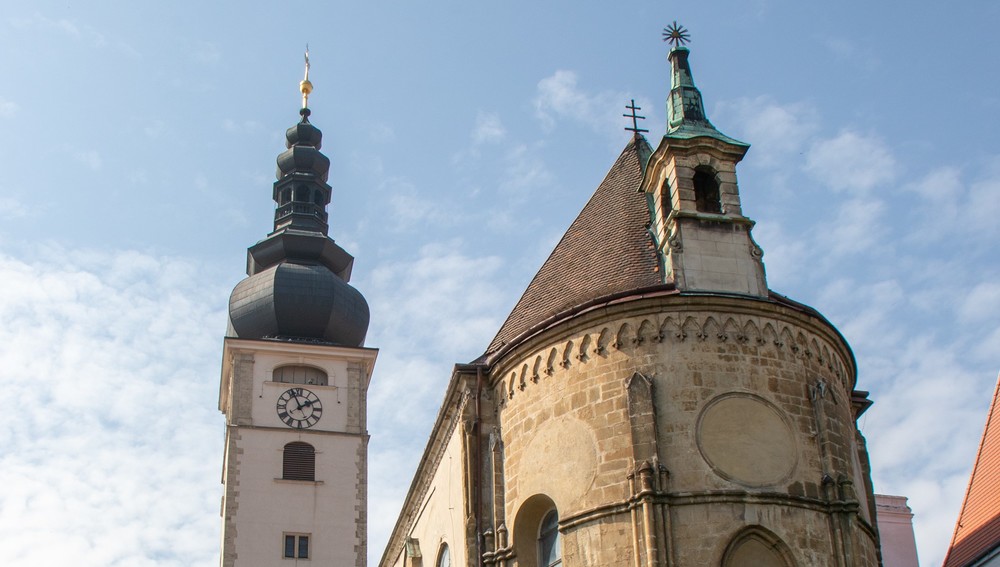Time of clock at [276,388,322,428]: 1:56
